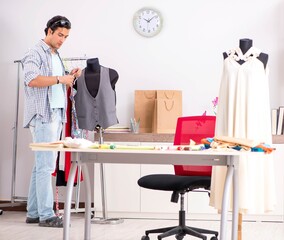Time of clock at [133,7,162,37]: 10:08
